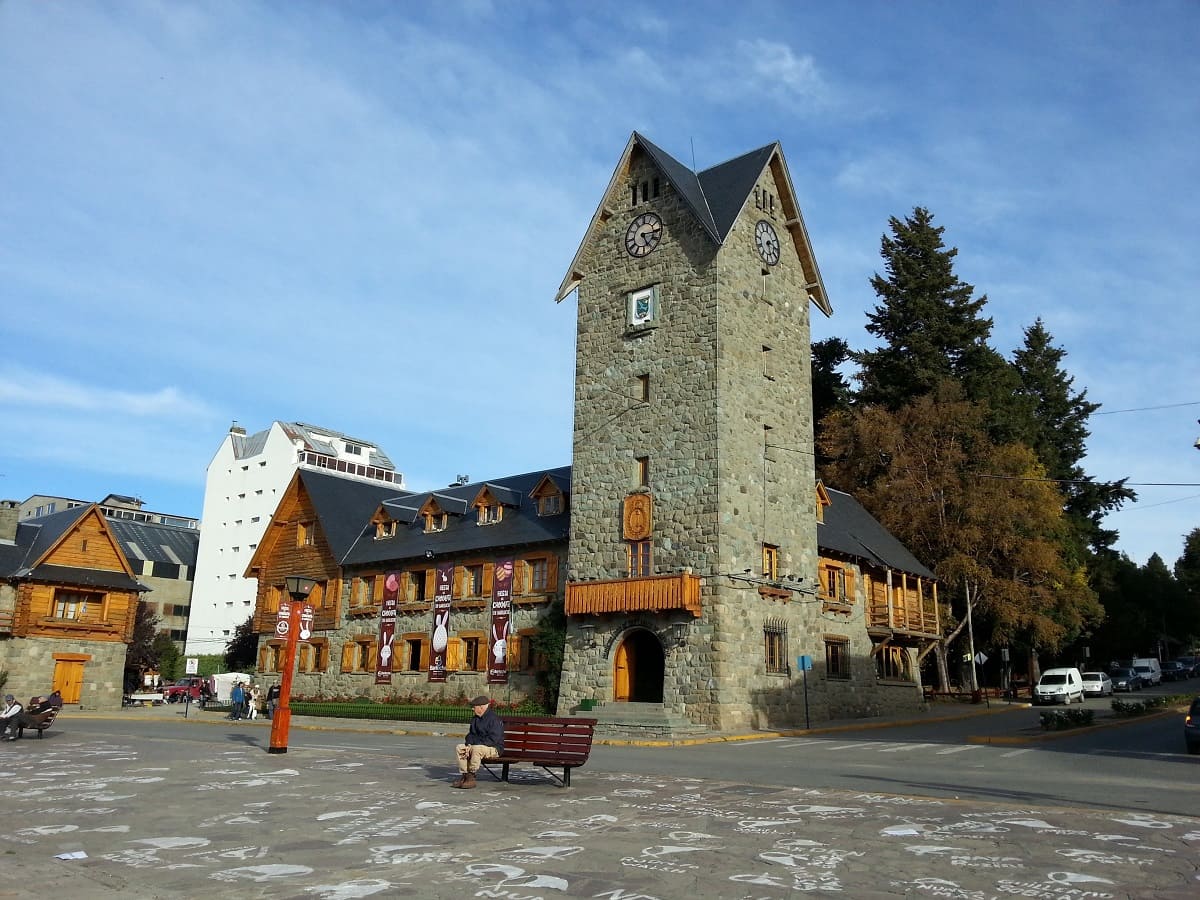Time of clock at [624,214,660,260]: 5:15
